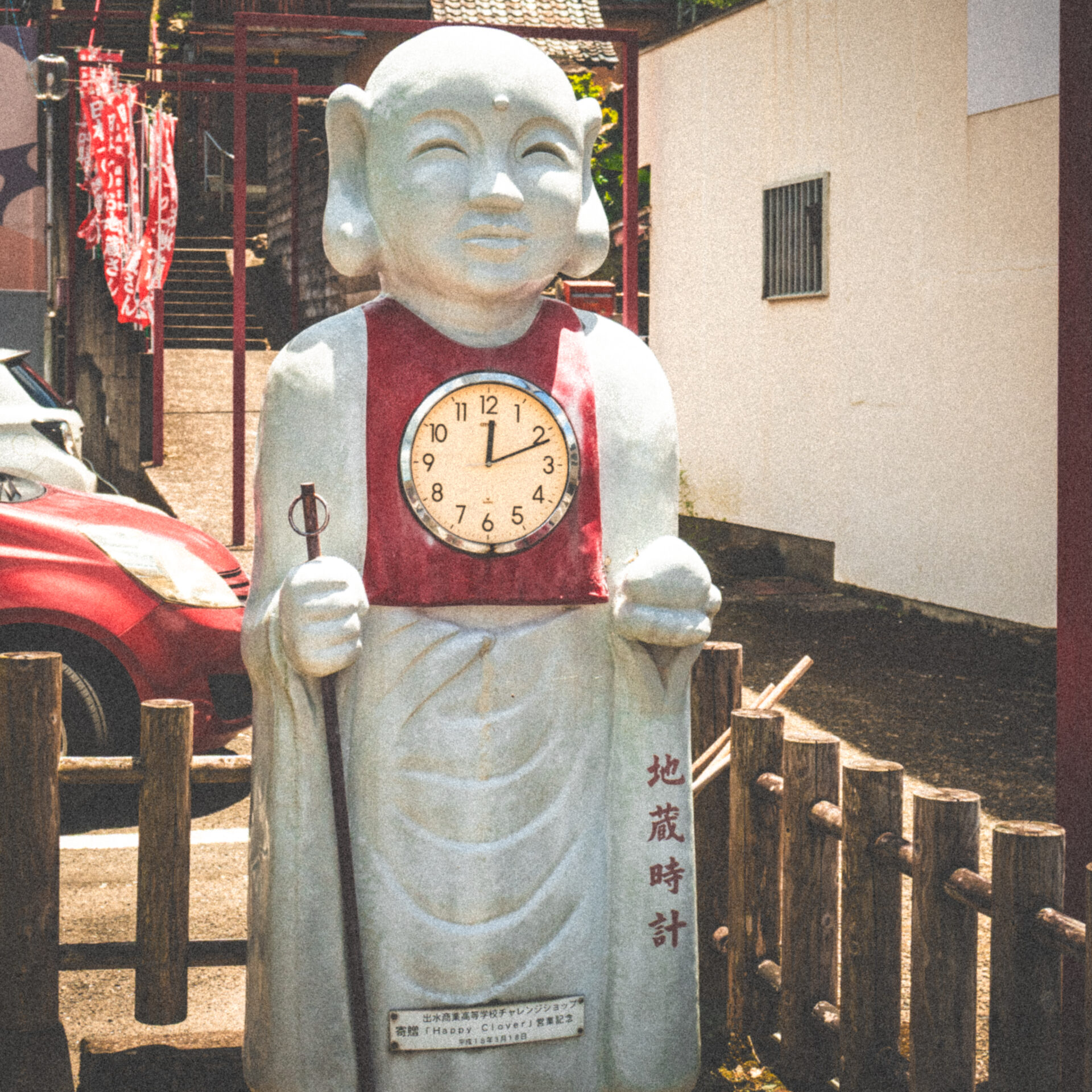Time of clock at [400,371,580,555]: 12:11
